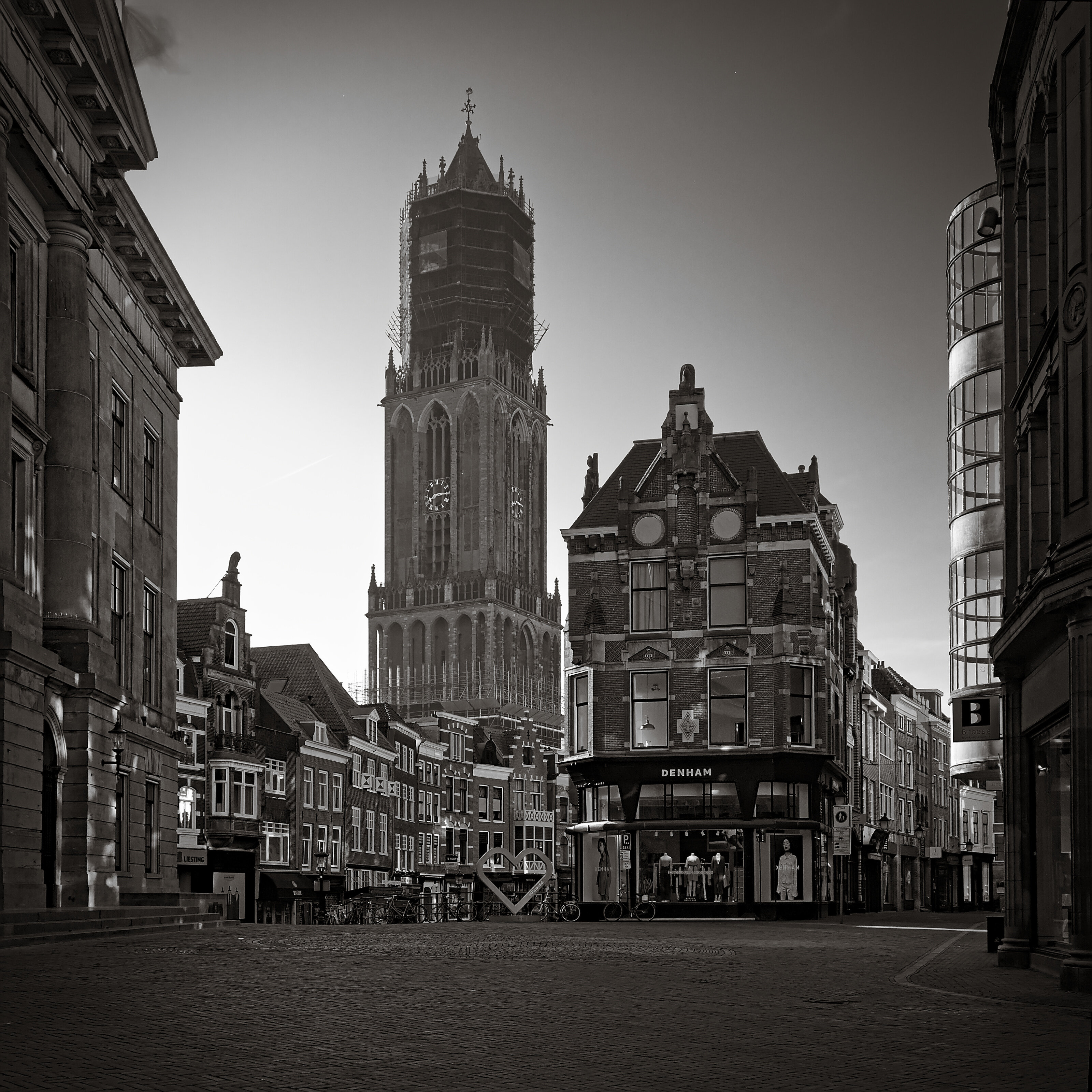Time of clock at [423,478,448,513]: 8:15
